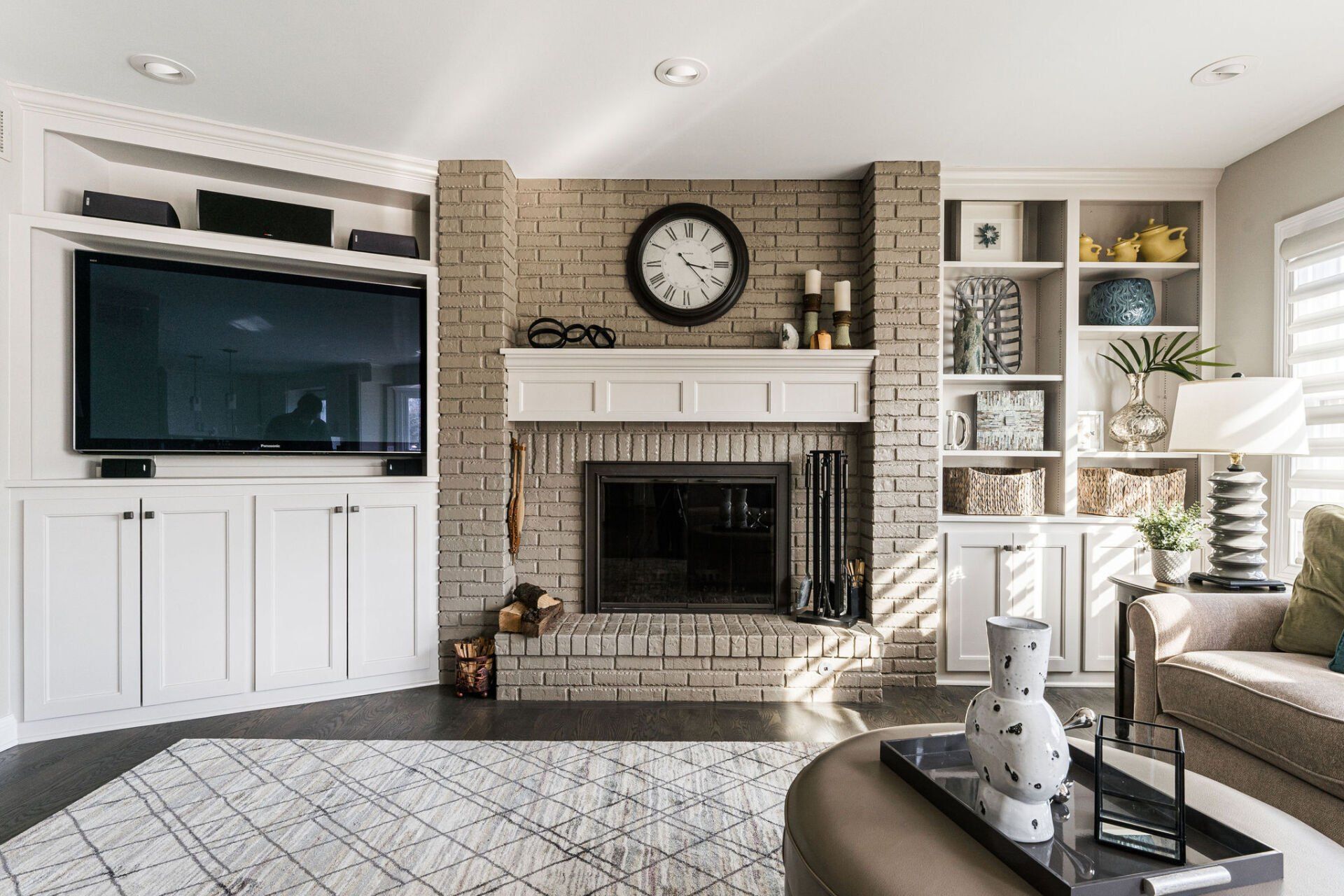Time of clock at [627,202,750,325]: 3:22
